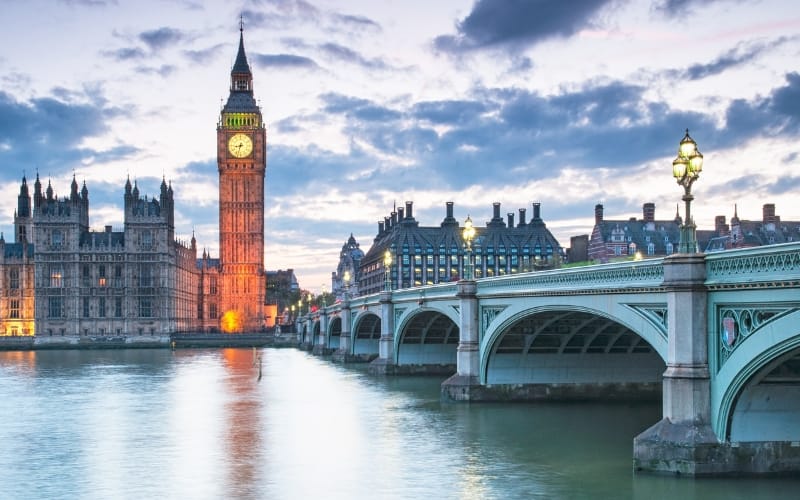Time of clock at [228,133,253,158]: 8:33
